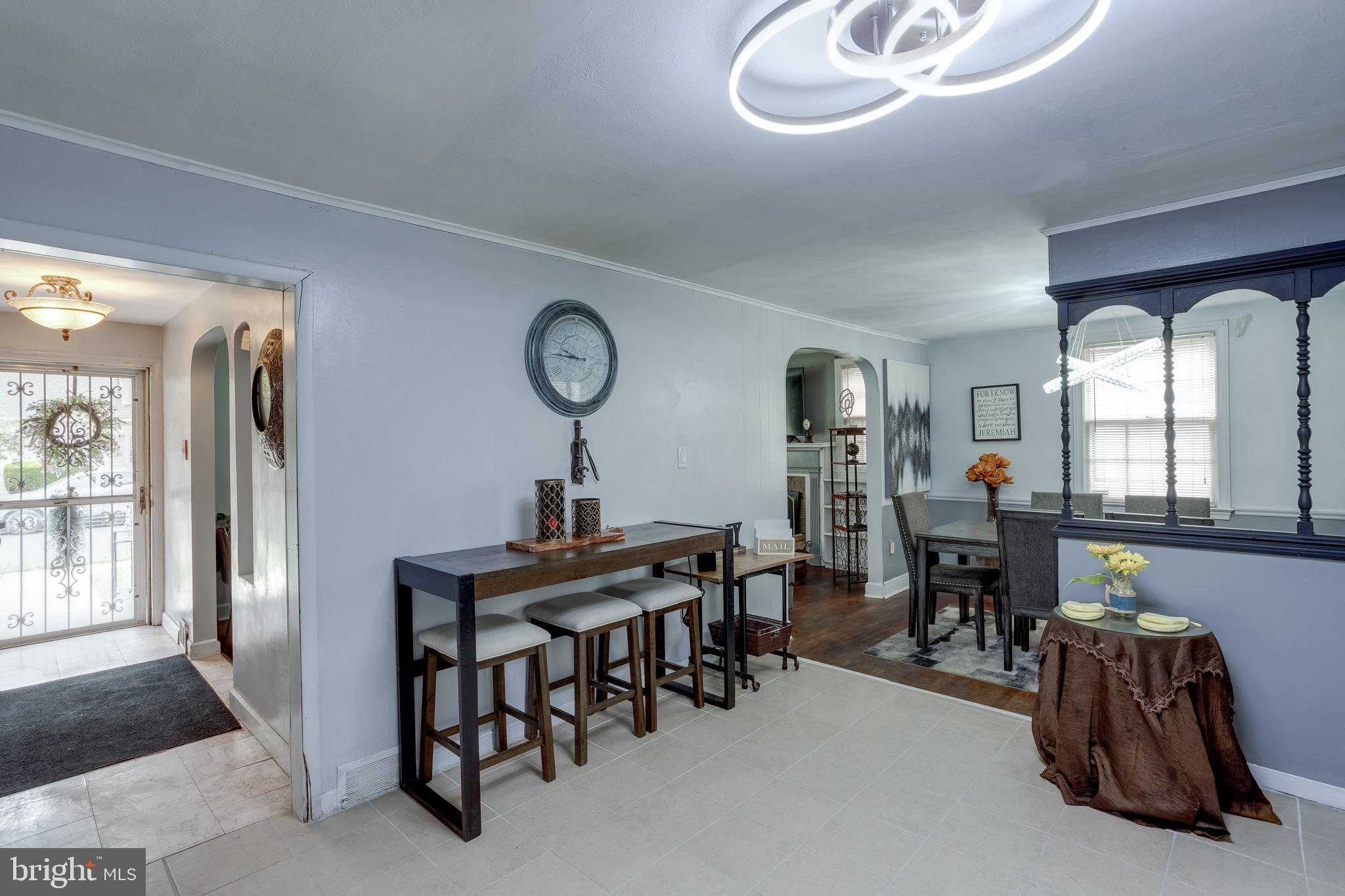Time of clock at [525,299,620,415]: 9:45
